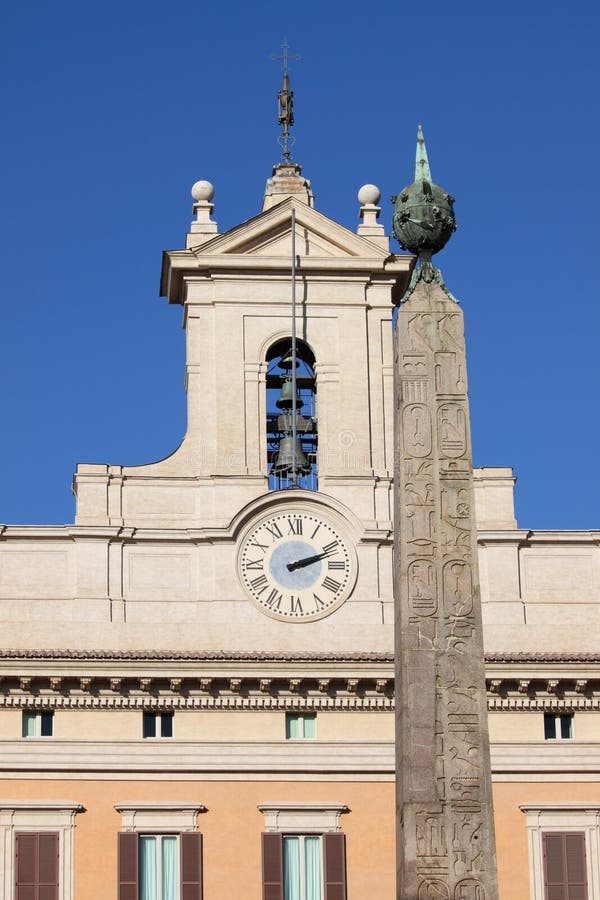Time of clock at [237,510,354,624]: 2:11
